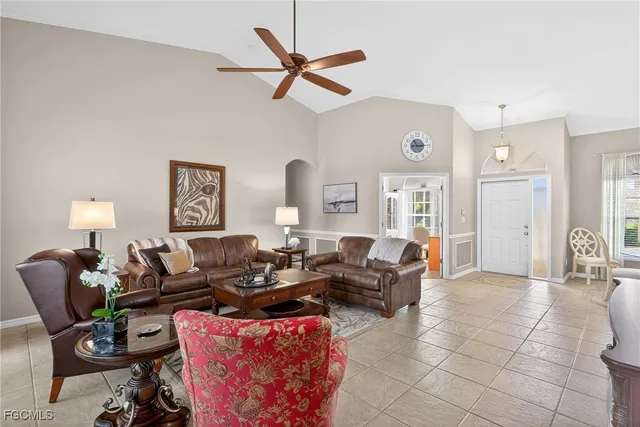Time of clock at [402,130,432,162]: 11:14
